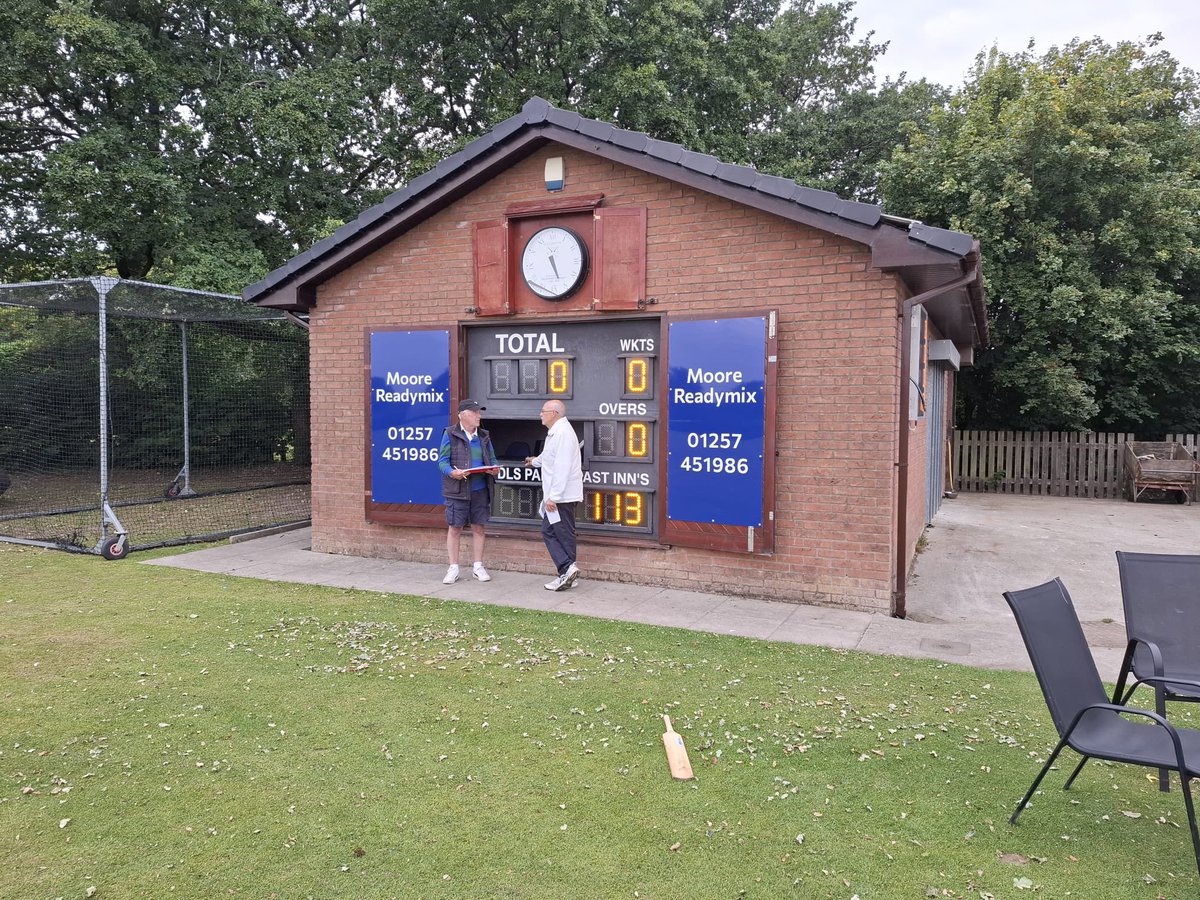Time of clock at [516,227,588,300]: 5:26
